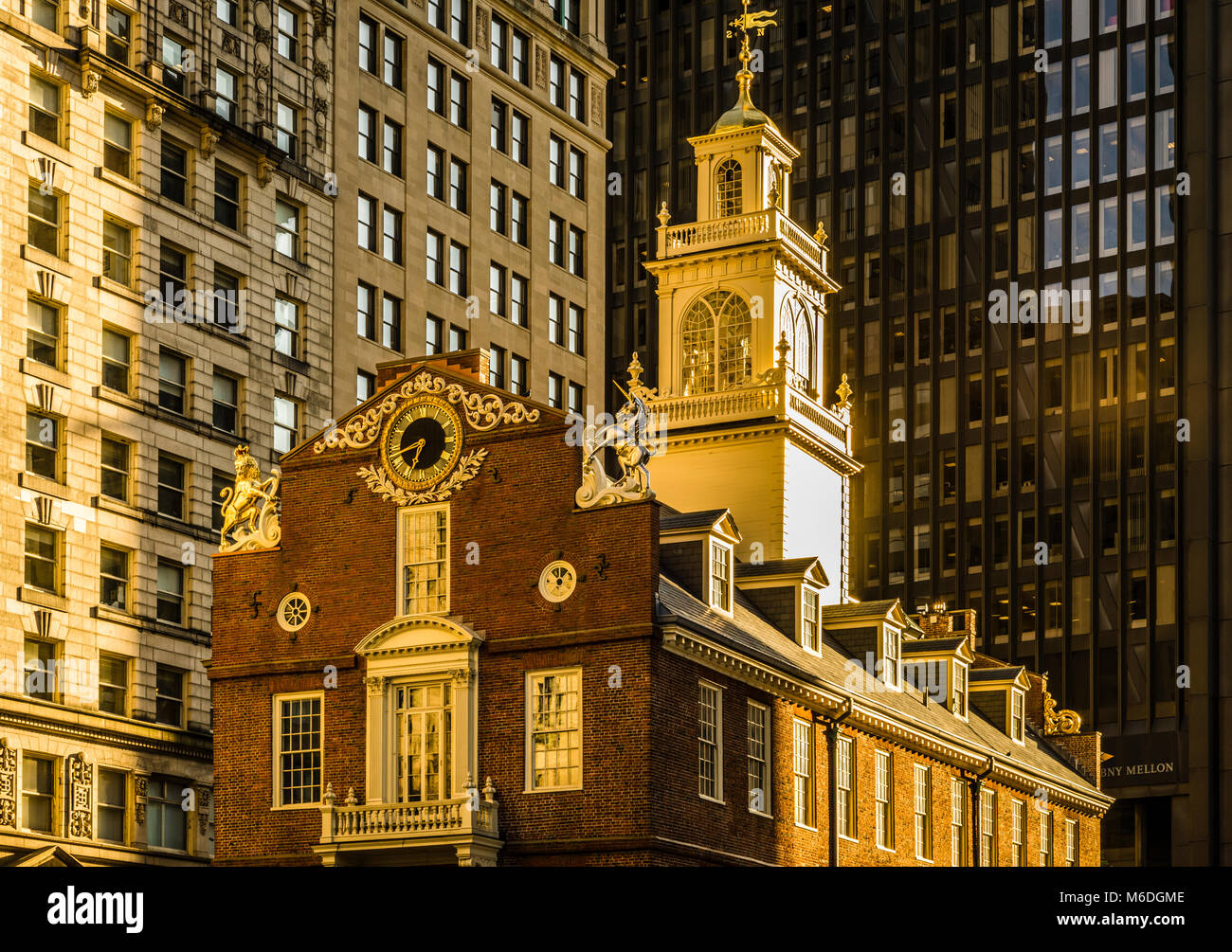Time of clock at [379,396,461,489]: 6:42
